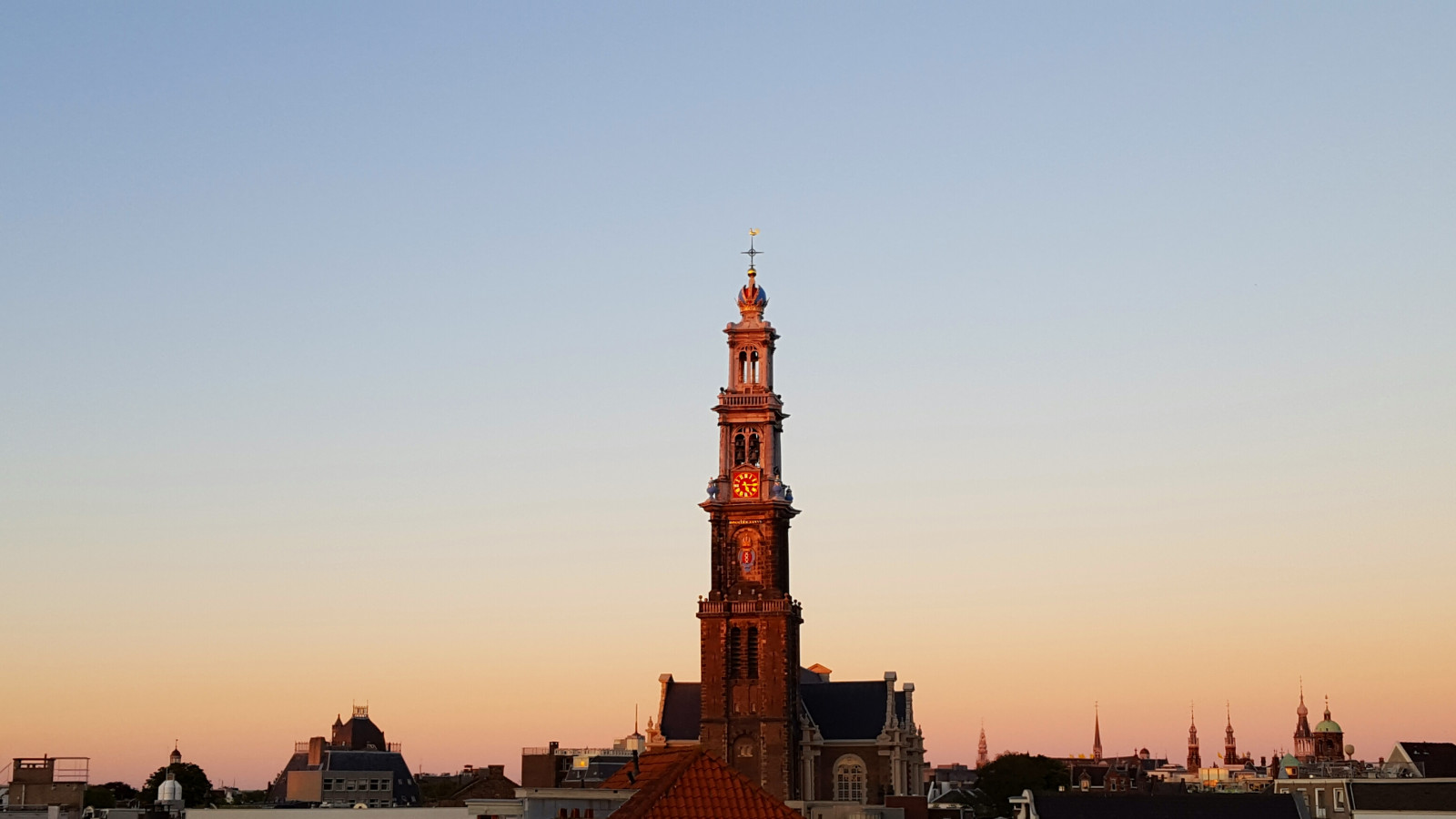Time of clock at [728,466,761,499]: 5:15
